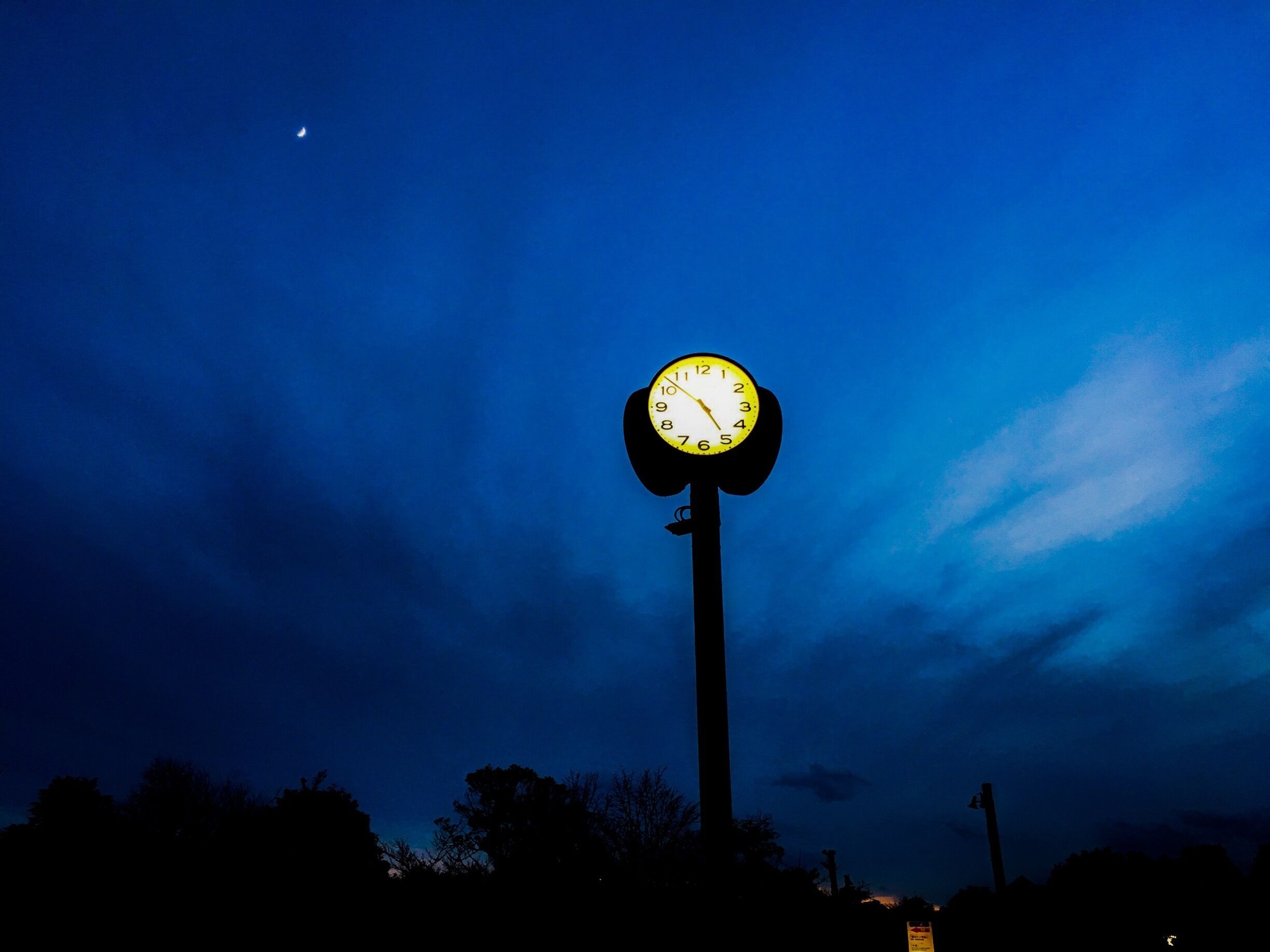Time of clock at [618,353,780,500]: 4:52
